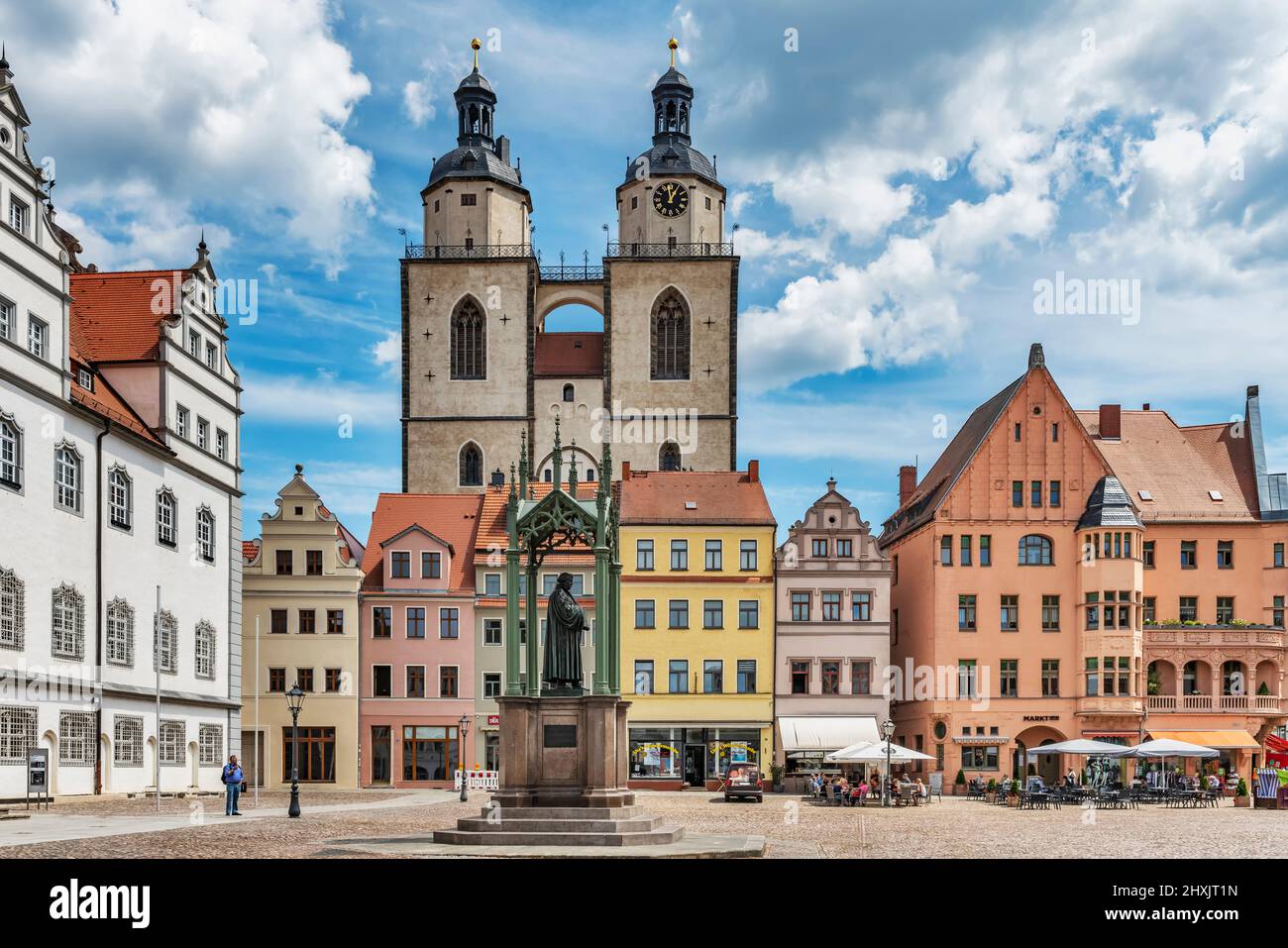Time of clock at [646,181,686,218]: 12:58
